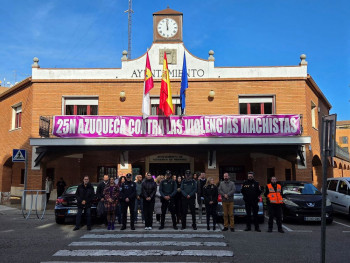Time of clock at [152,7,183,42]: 11:59
